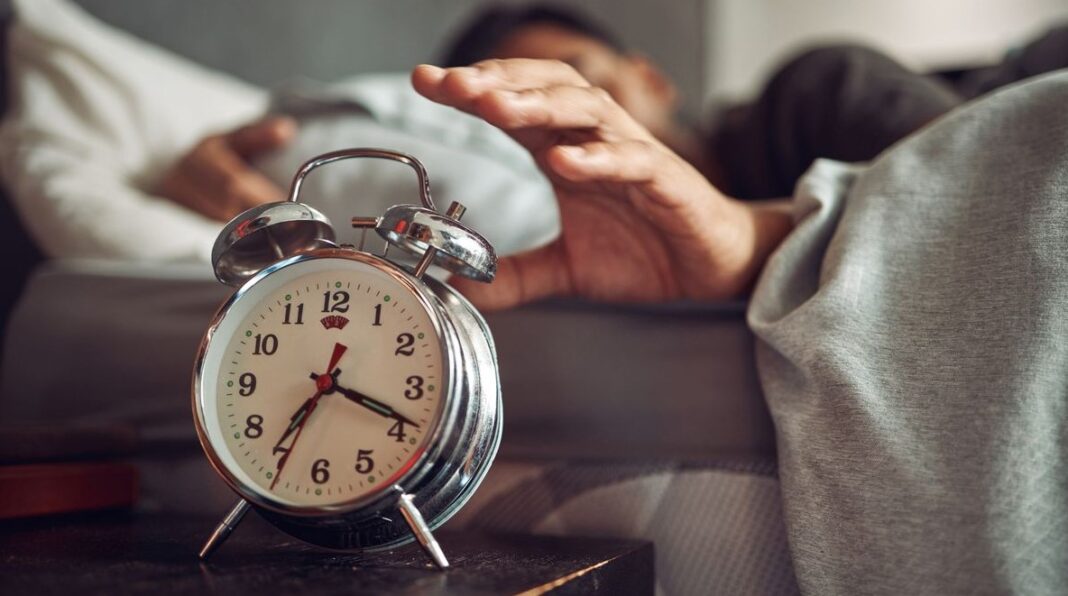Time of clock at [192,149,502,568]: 7:18
